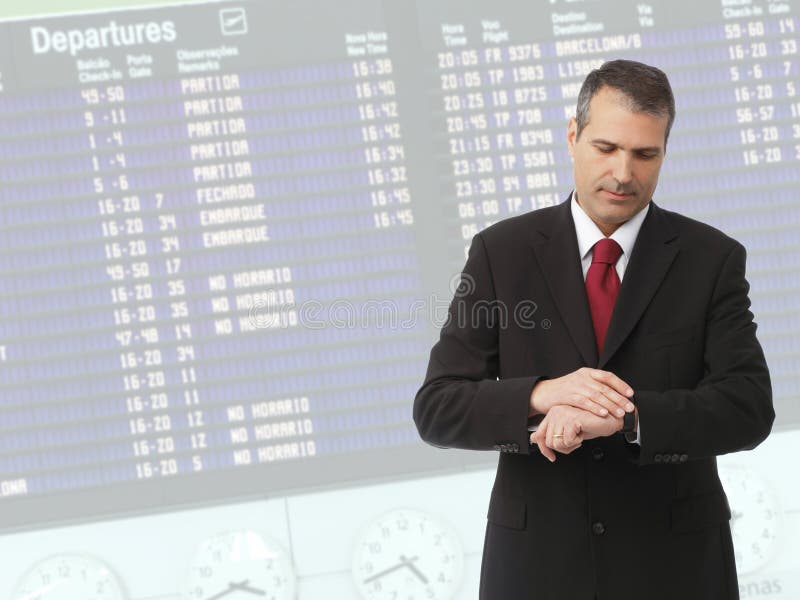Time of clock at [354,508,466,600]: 4:42
